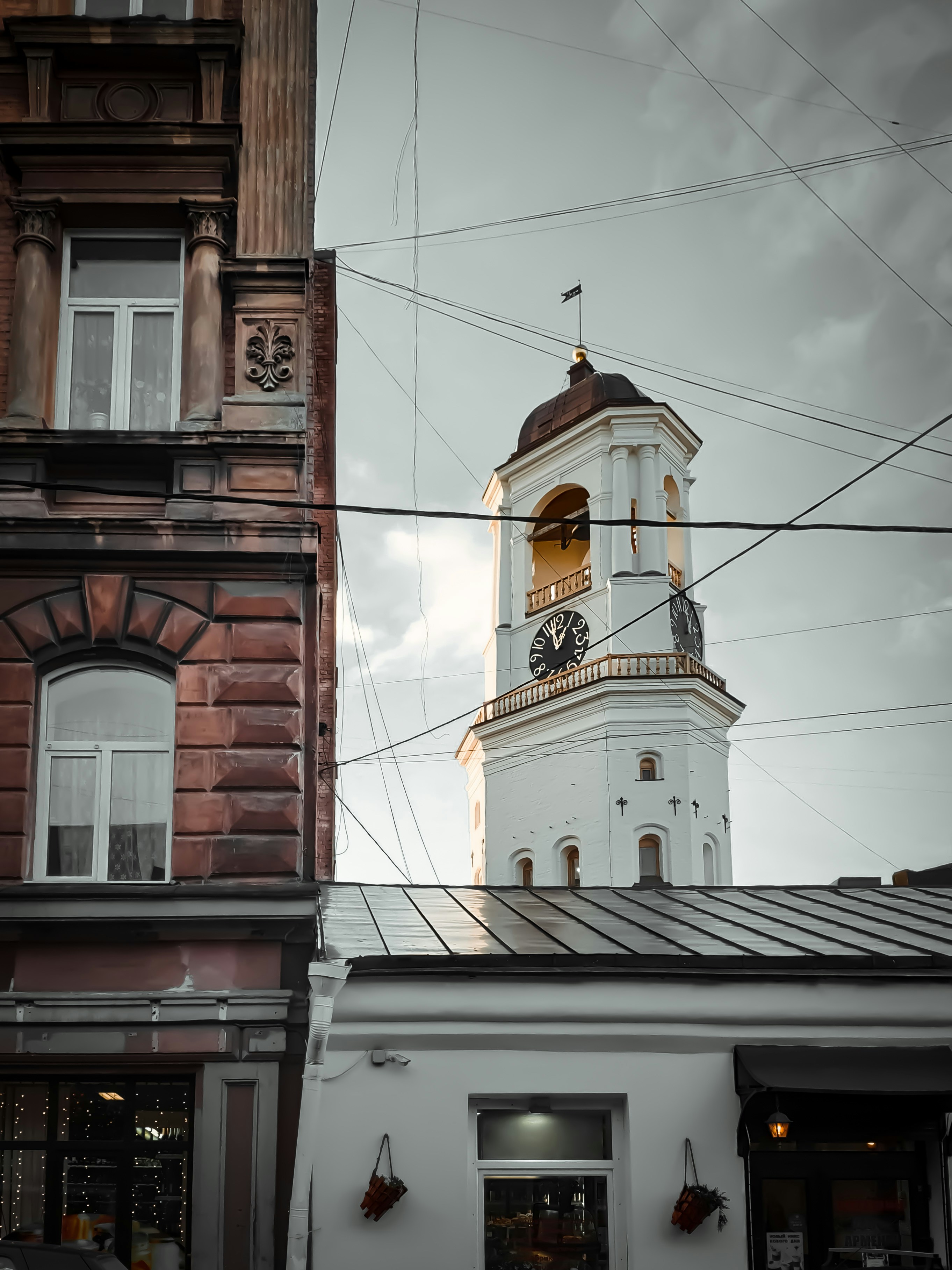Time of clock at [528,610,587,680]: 12:57
